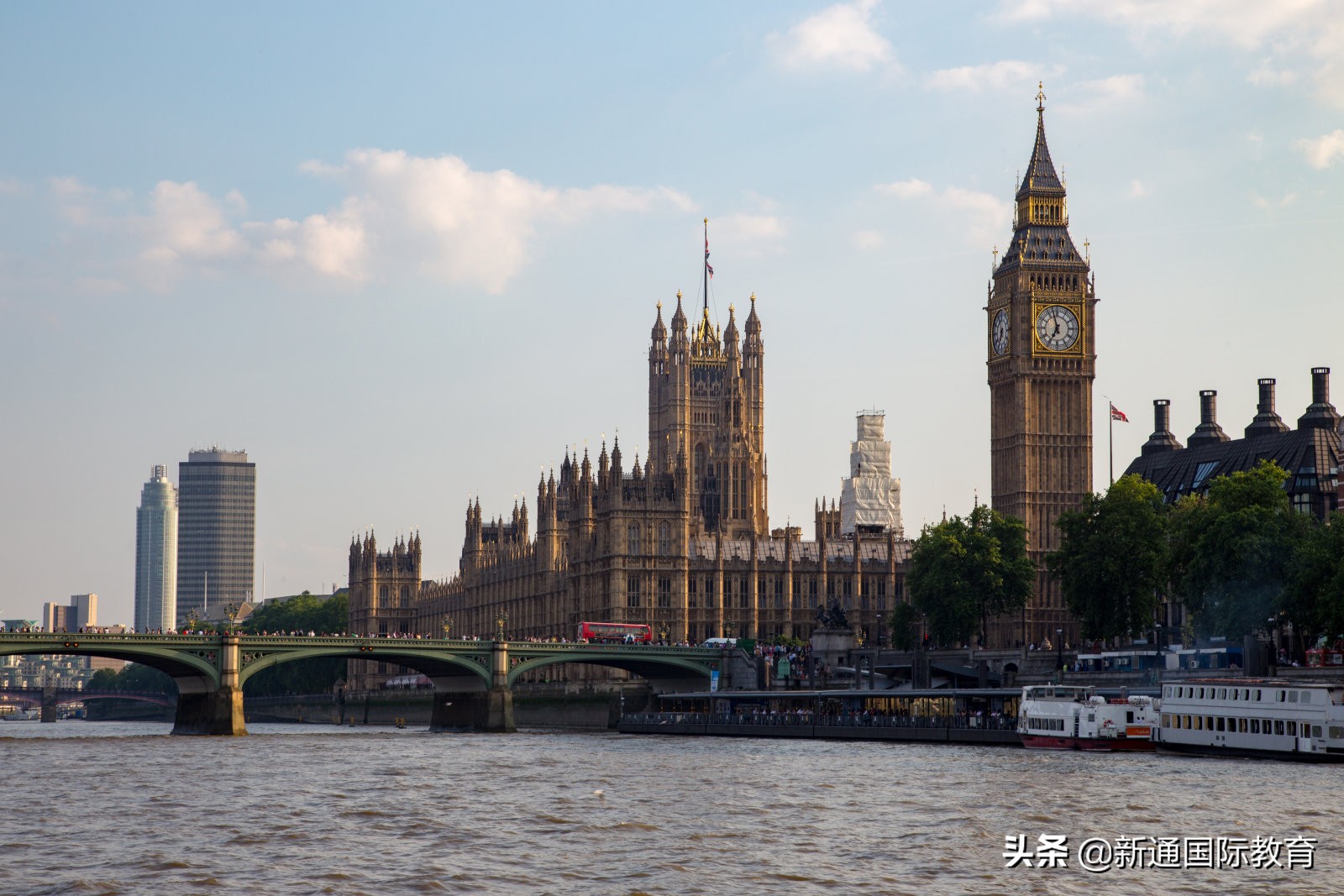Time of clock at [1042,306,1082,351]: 6:57
